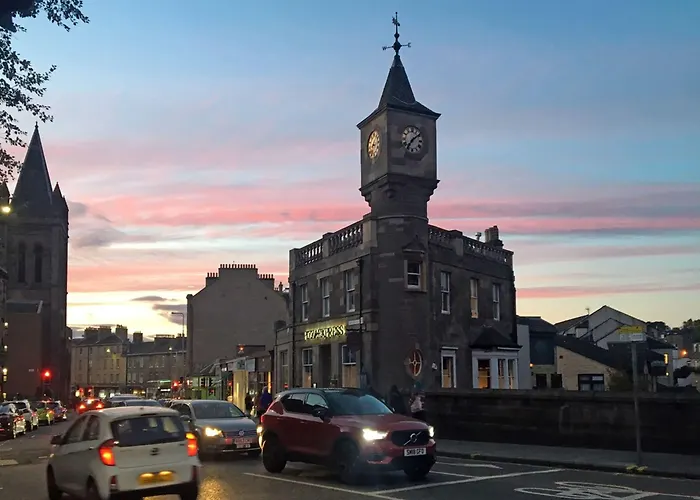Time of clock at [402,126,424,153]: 7:09
